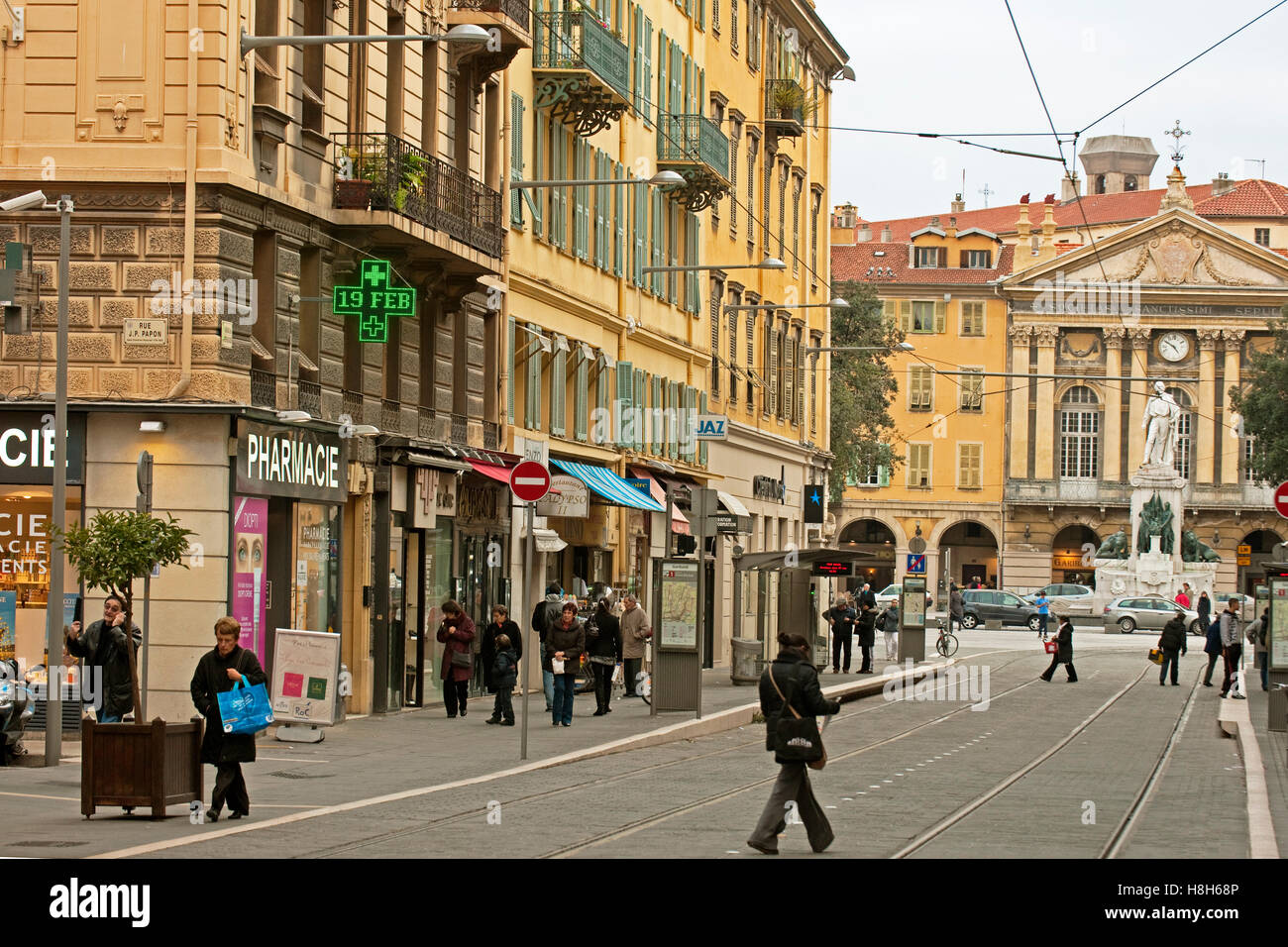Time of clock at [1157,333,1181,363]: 4:50
